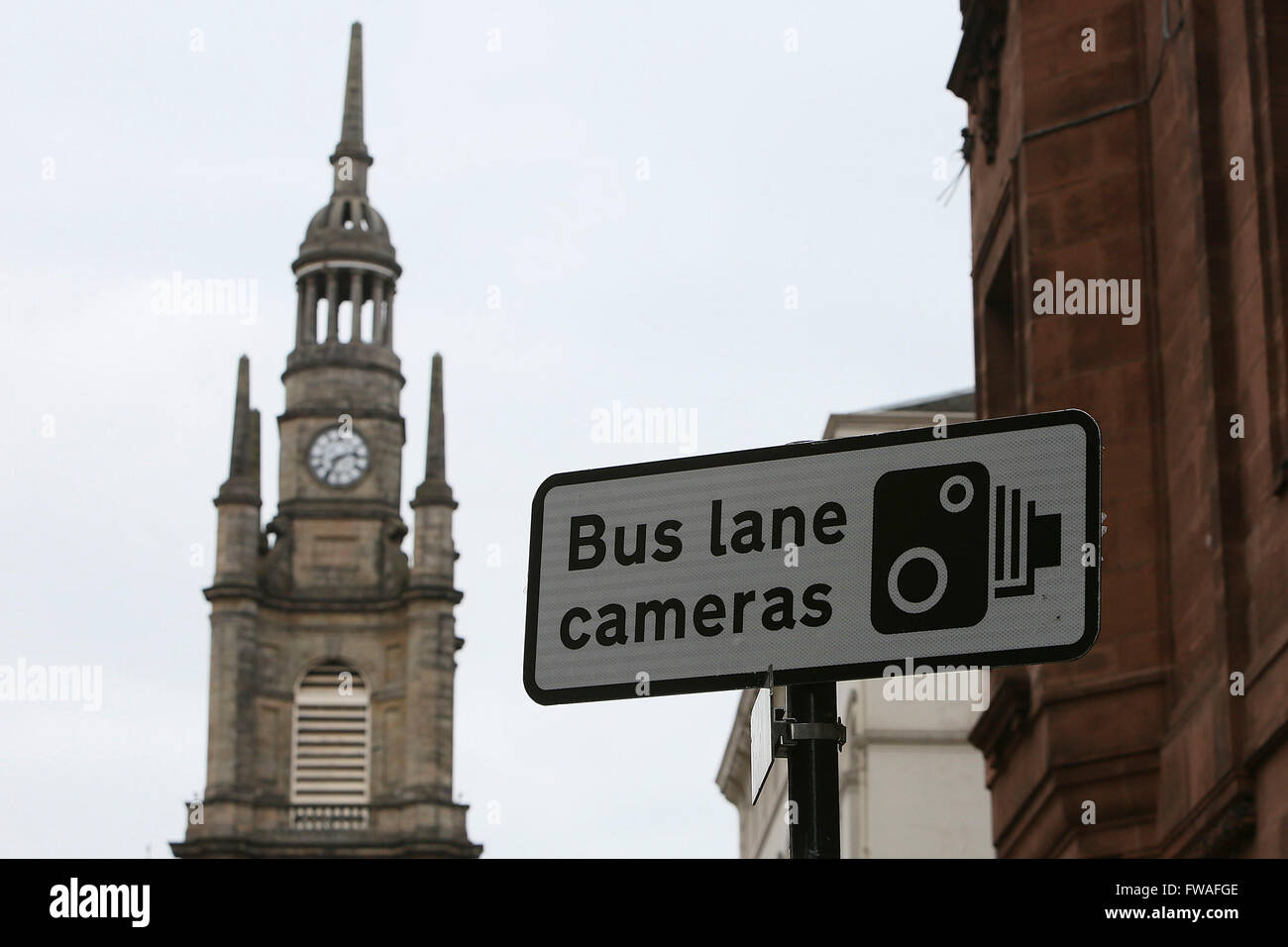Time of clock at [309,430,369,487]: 2:35
